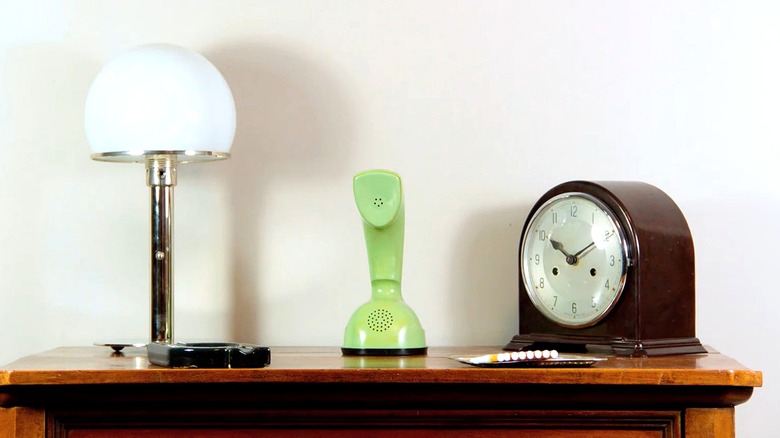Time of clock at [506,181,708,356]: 1:50
